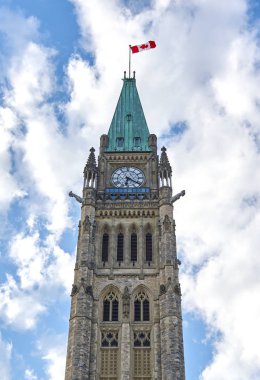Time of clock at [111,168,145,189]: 6:20
